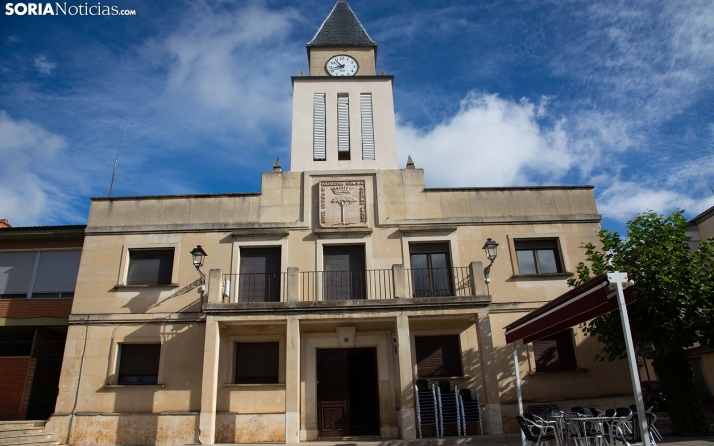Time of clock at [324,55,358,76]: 10:42
